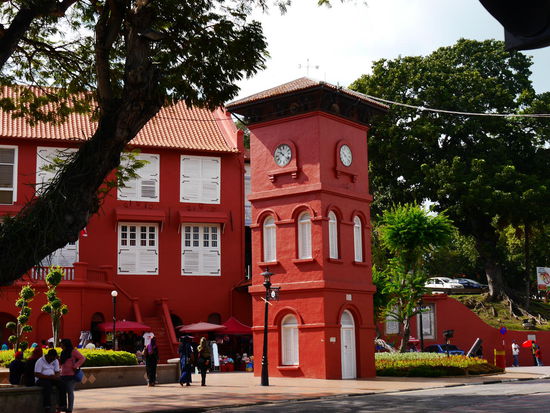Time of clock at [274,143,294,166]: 10:22
